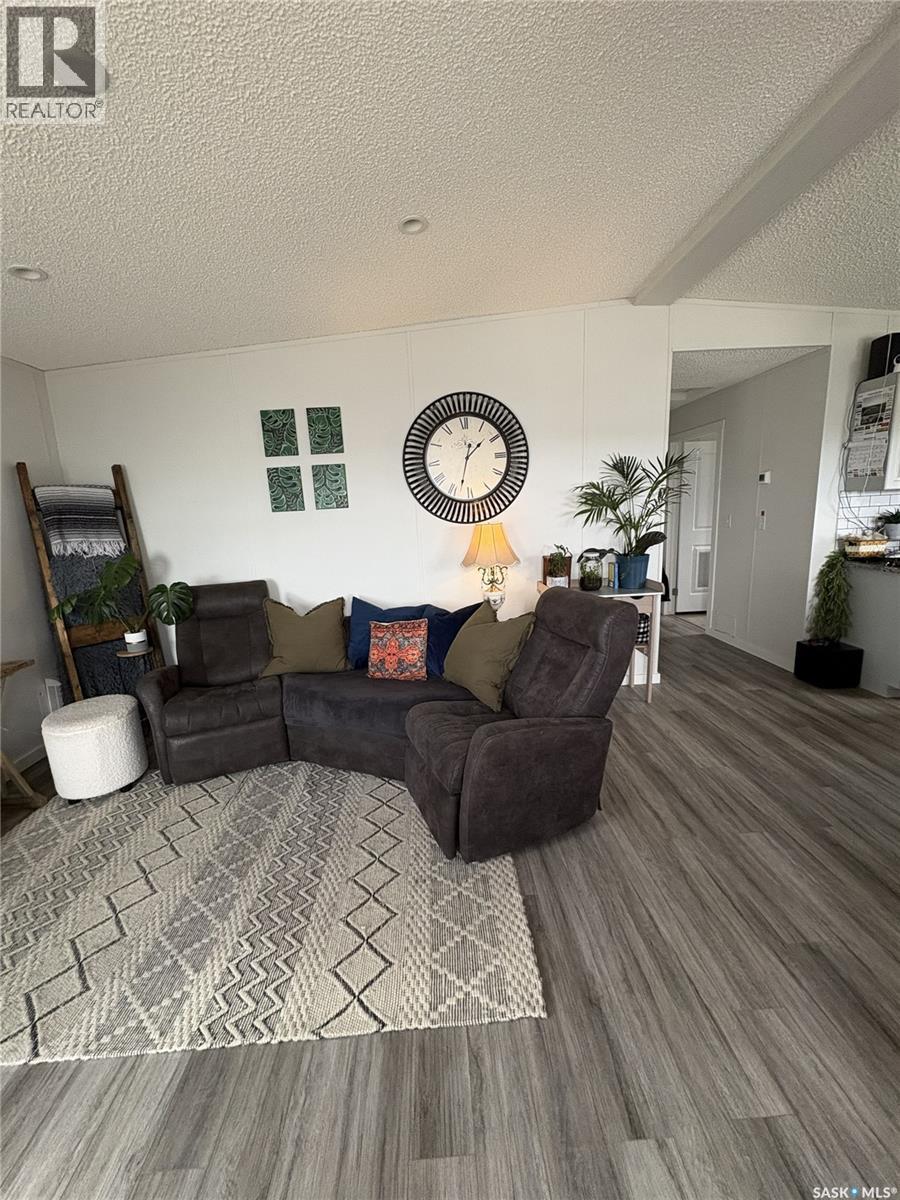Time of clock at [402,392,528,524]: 1:32
